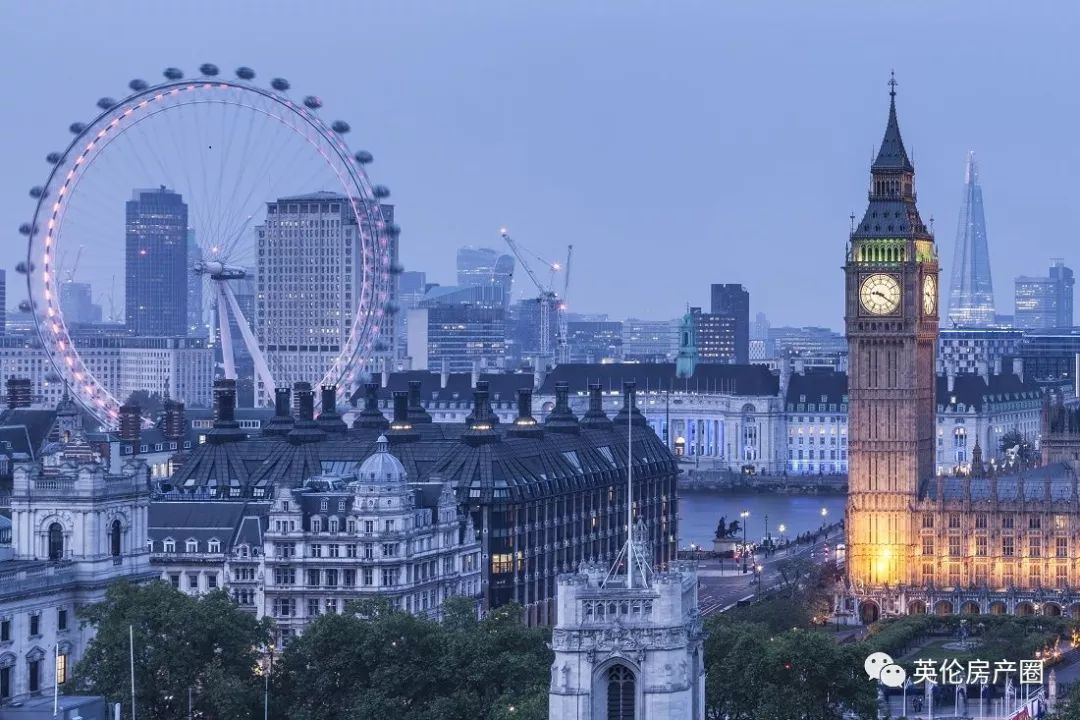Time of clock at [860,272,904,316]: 9:20
